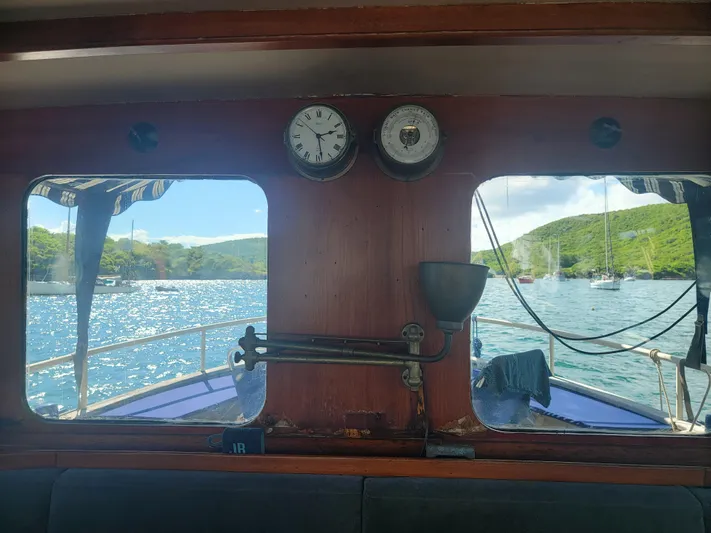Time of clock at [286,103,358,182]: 2:28
